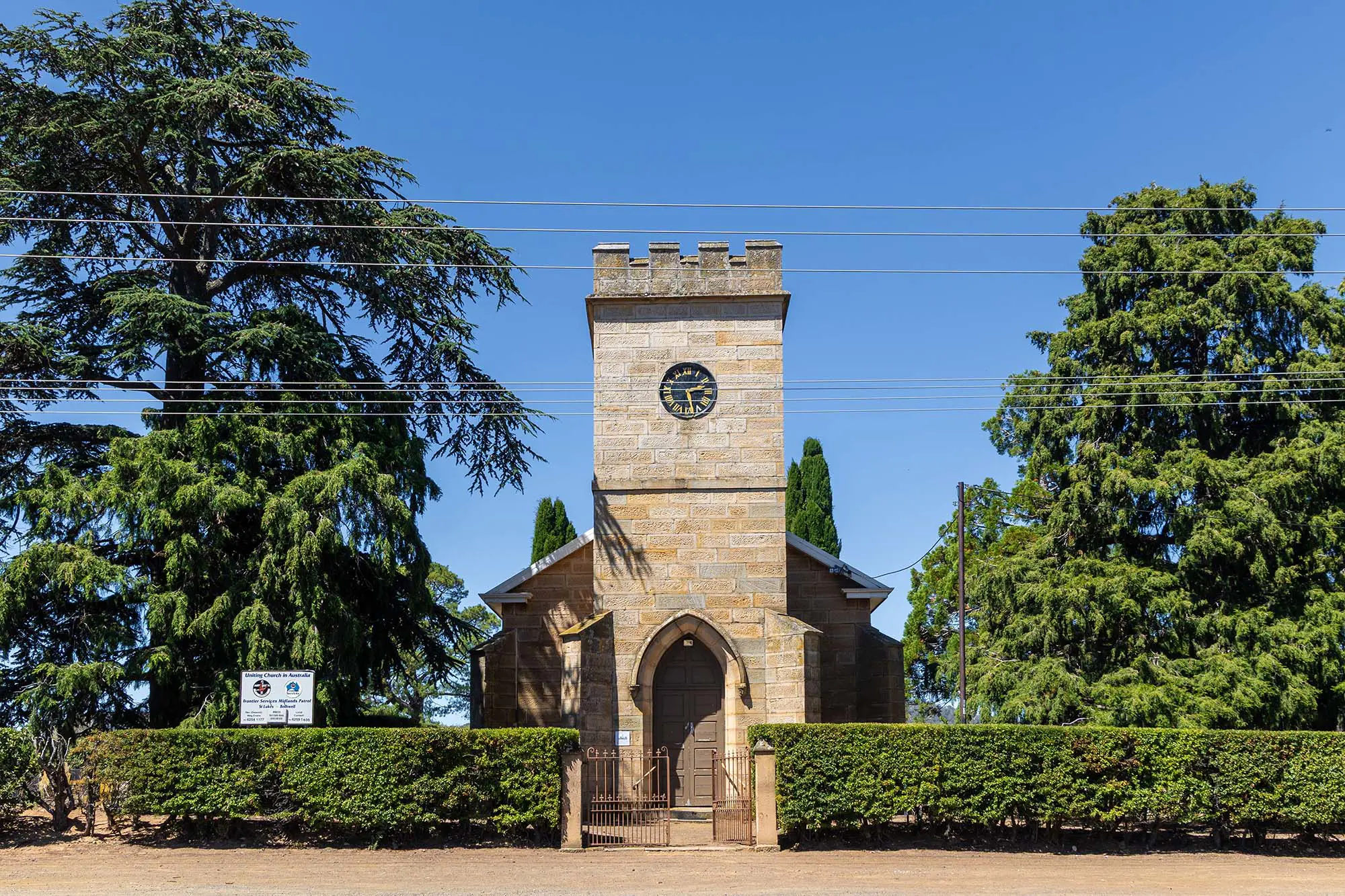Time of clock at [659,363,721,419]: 2:27
